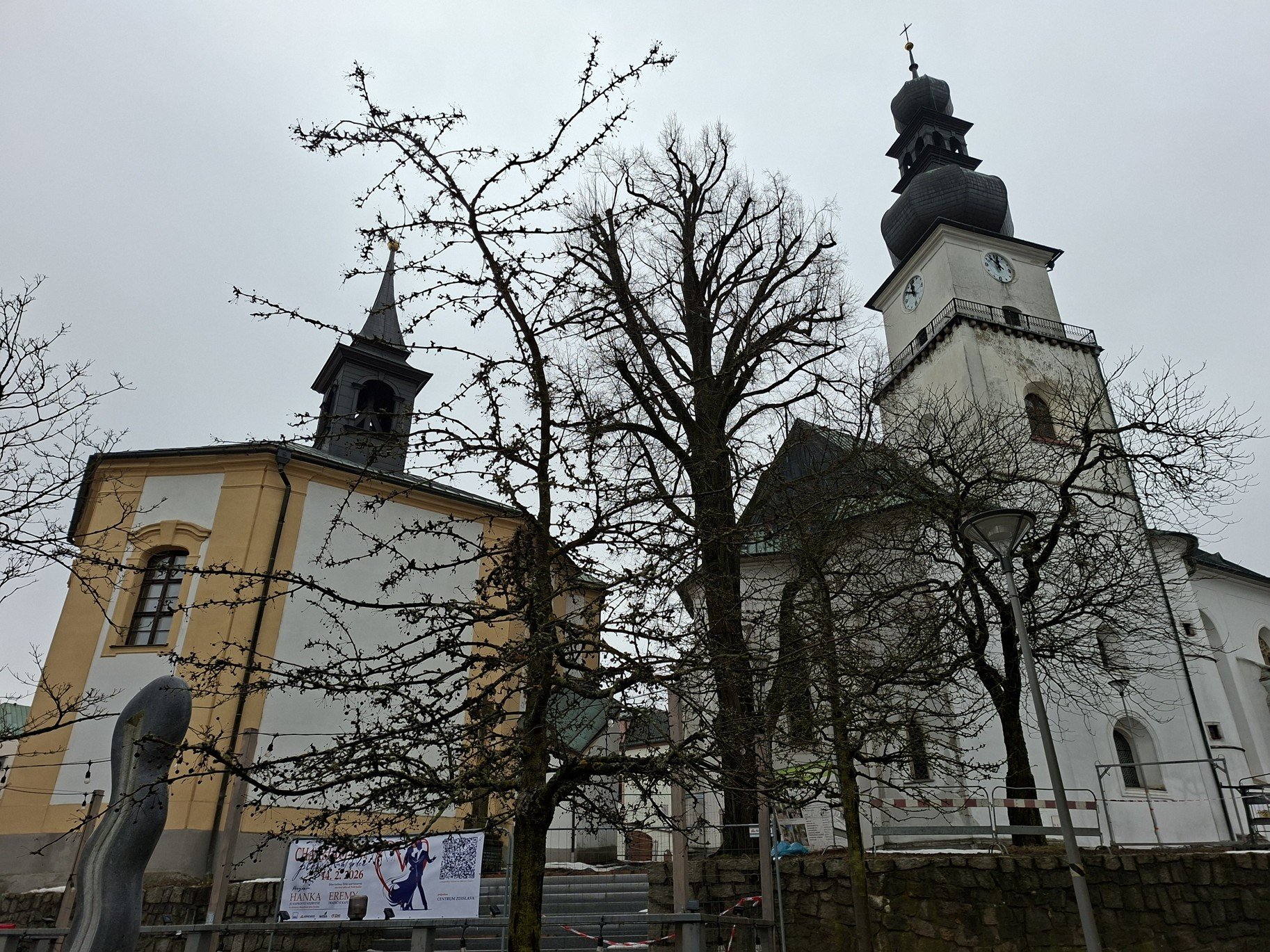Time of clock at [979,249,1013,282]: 11:52
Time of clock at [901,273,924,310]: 10:46
